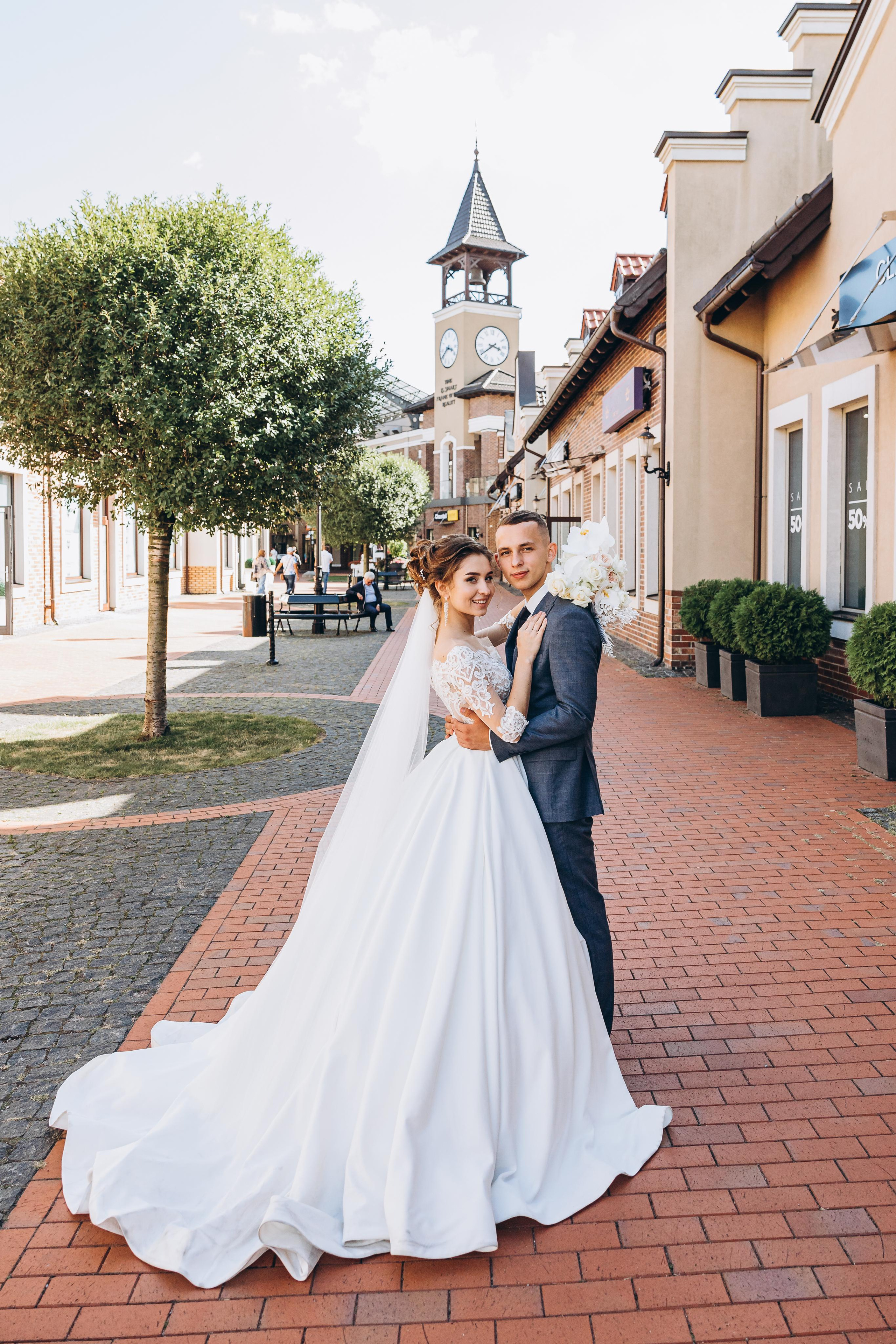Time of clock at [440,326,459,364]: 3:40
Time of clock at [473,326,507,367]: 3:39
